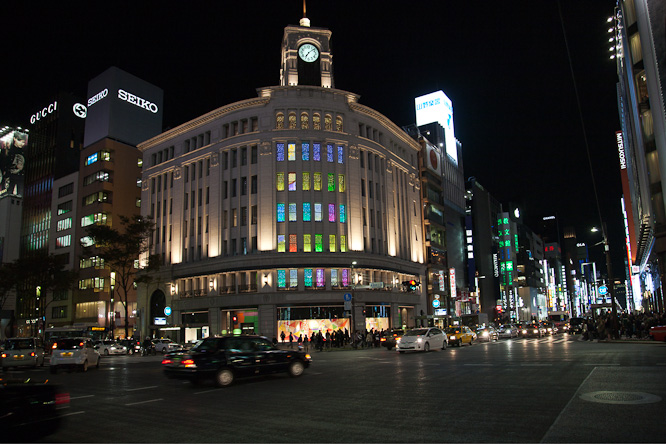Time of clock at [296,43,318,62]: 7:08
